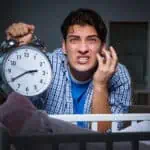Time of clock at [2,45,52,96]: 2:40
